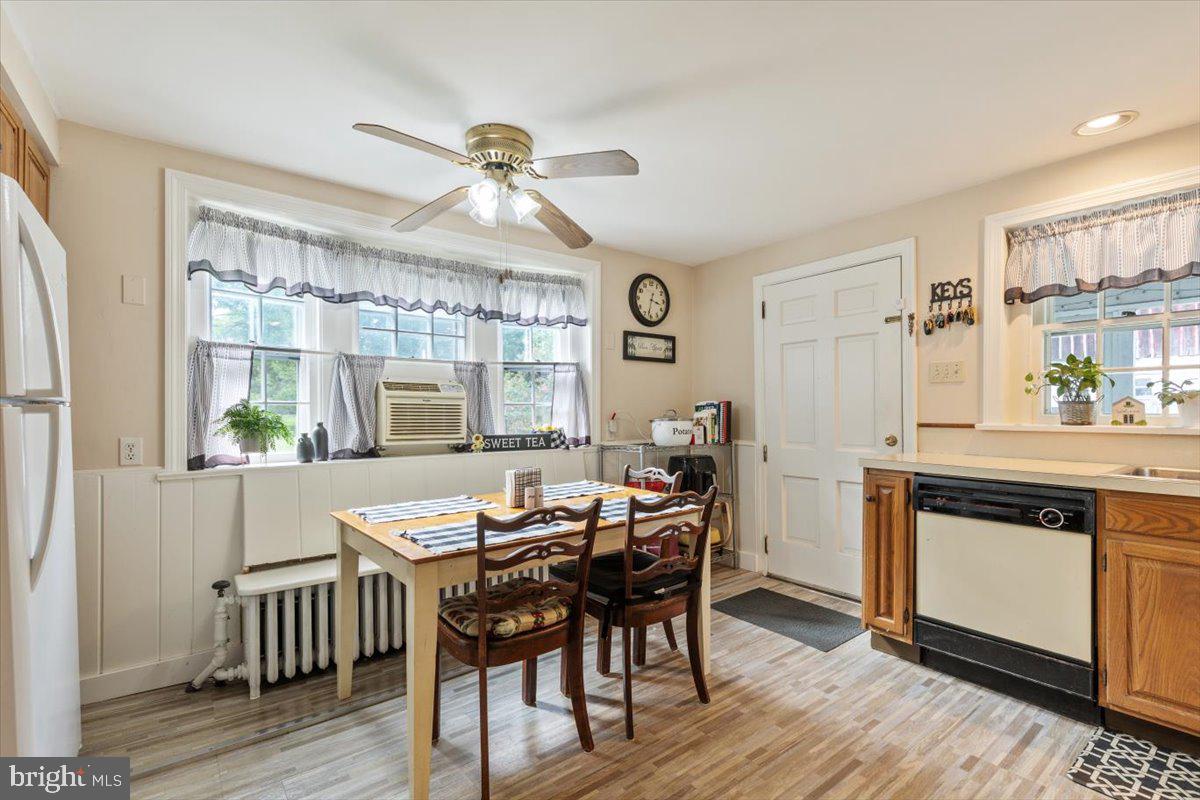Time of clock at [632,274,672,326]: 3:32
